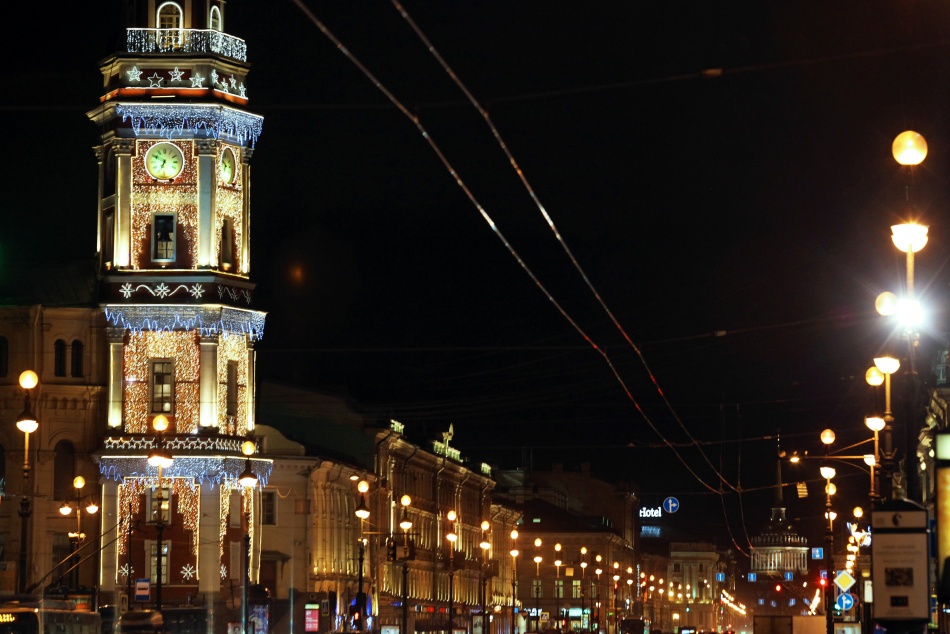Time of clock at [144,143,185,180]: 6:49
